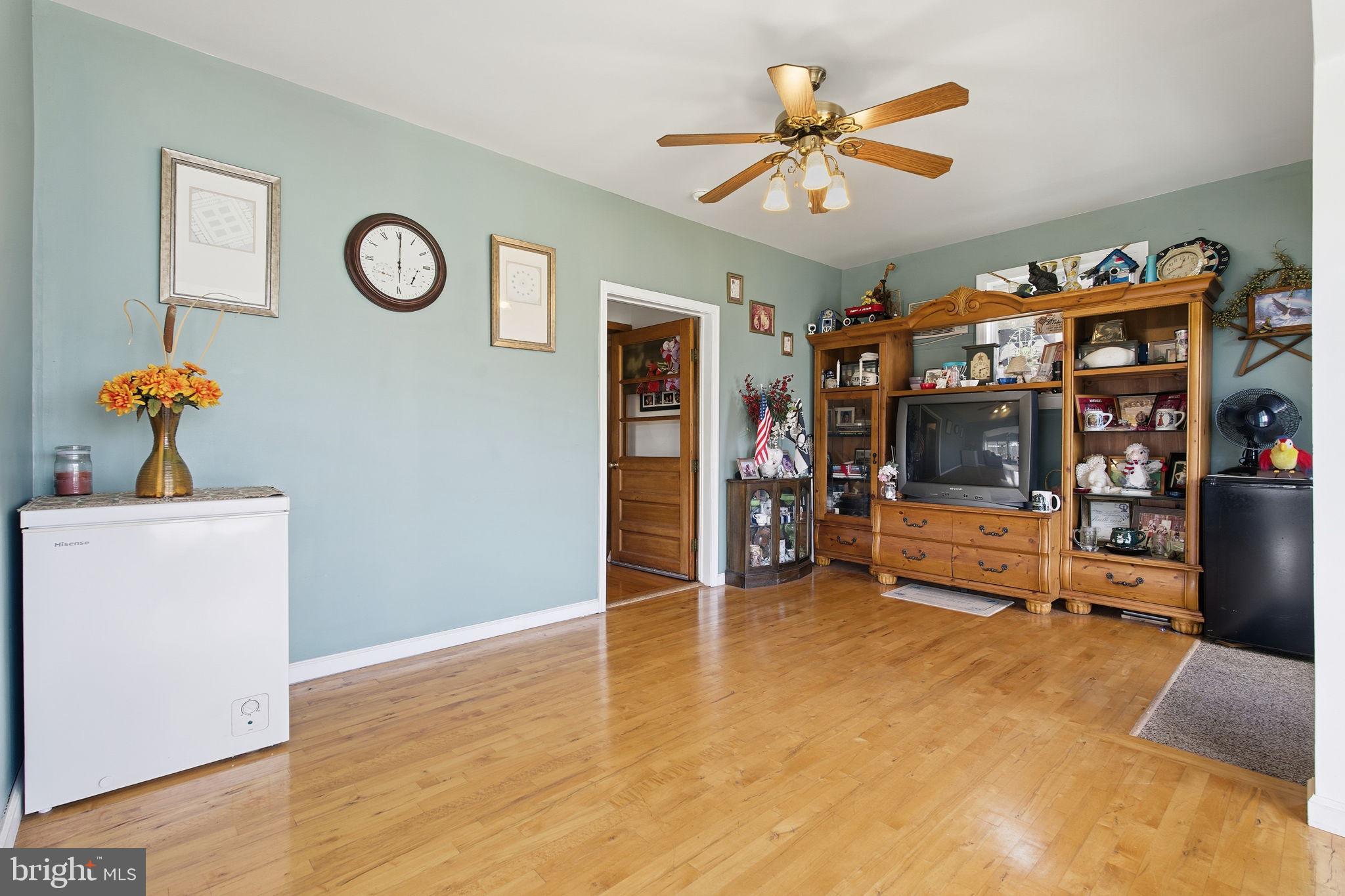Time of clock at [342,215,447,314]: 6:00
